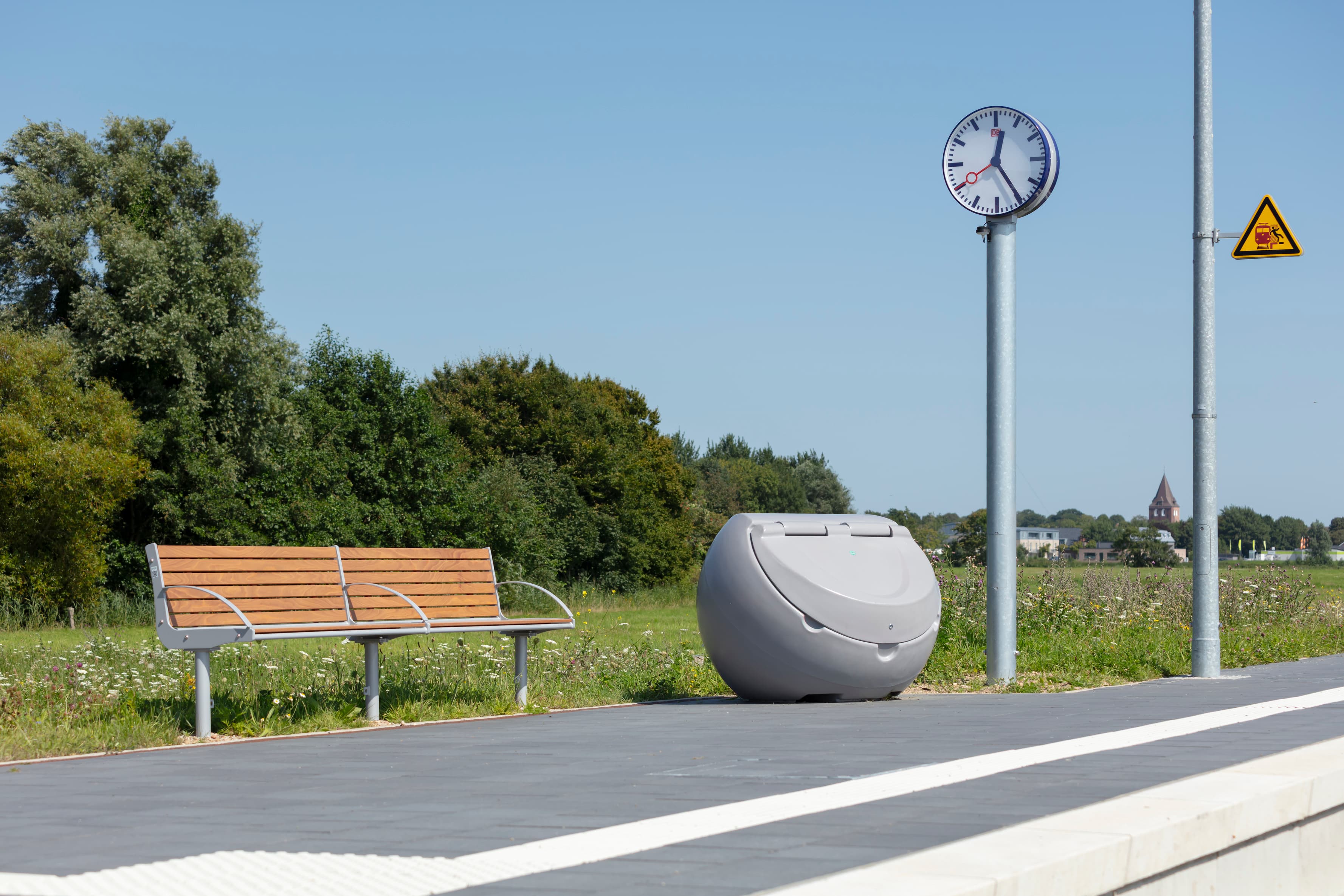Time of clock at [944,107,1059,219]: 12:24
